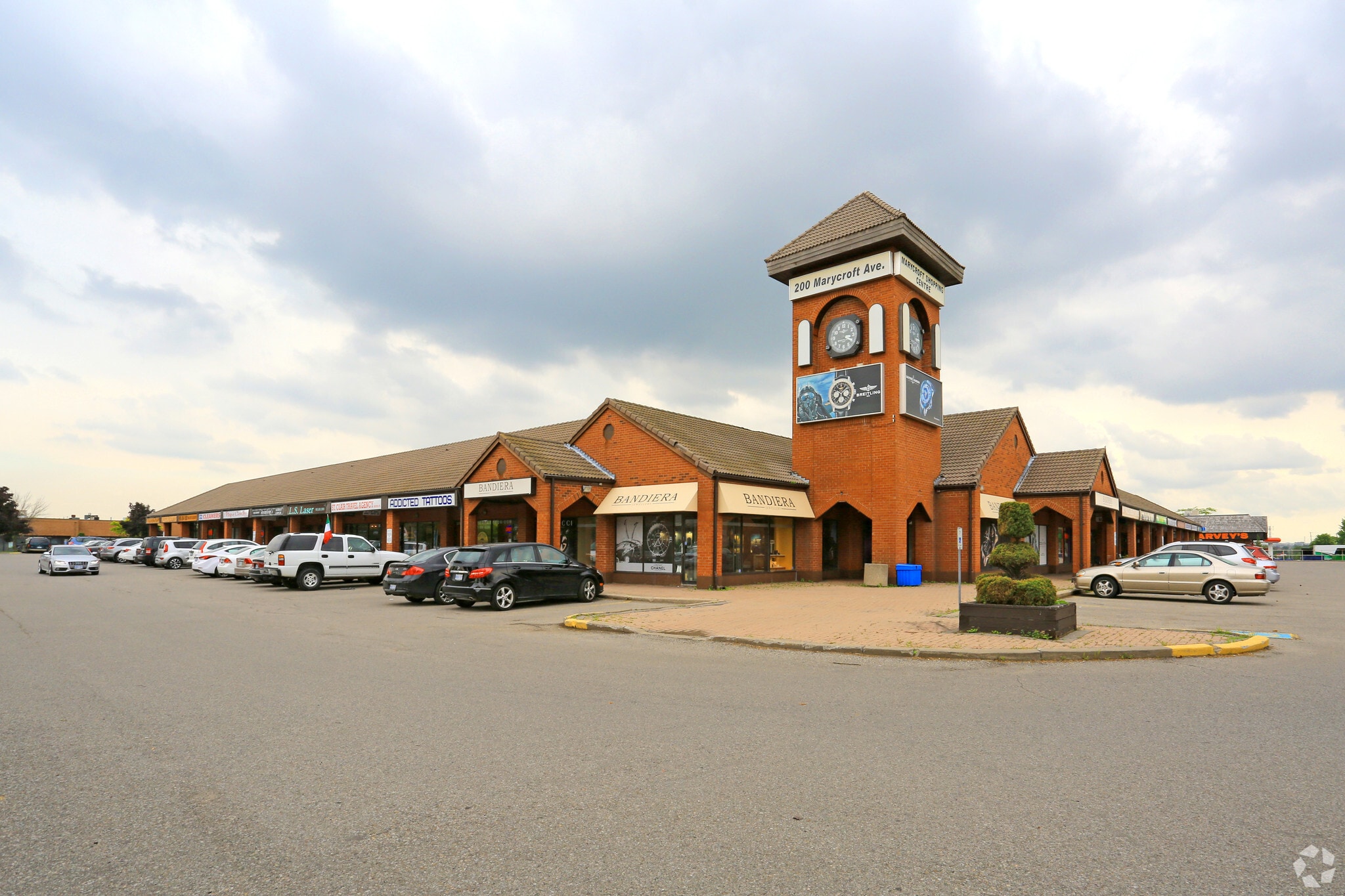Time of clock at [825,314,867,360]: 3:20
